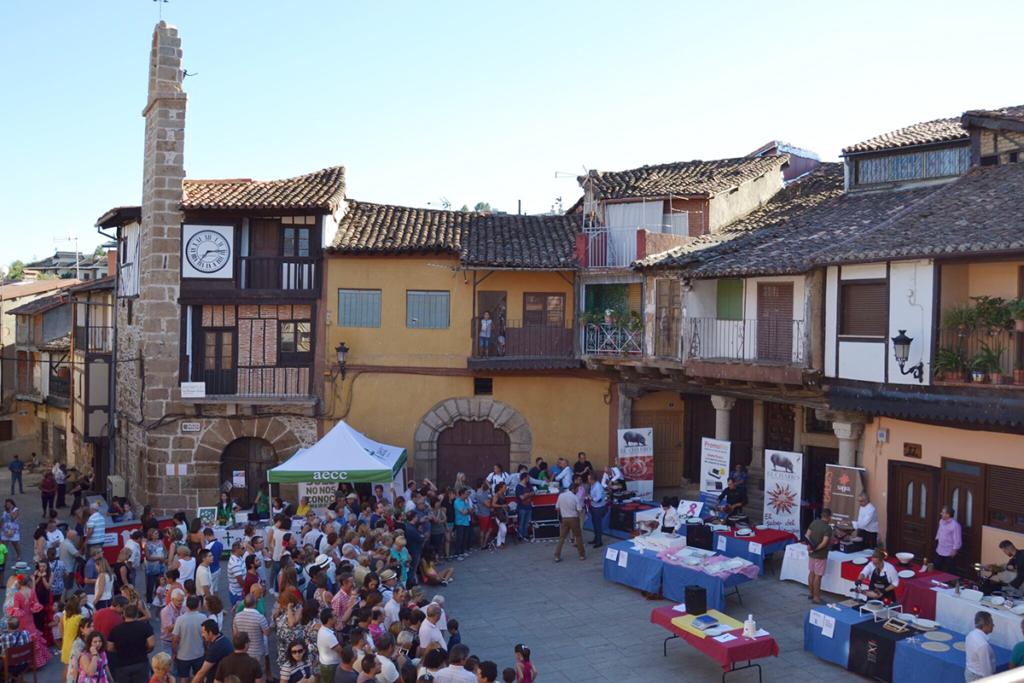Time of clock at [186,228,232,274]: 7:14
